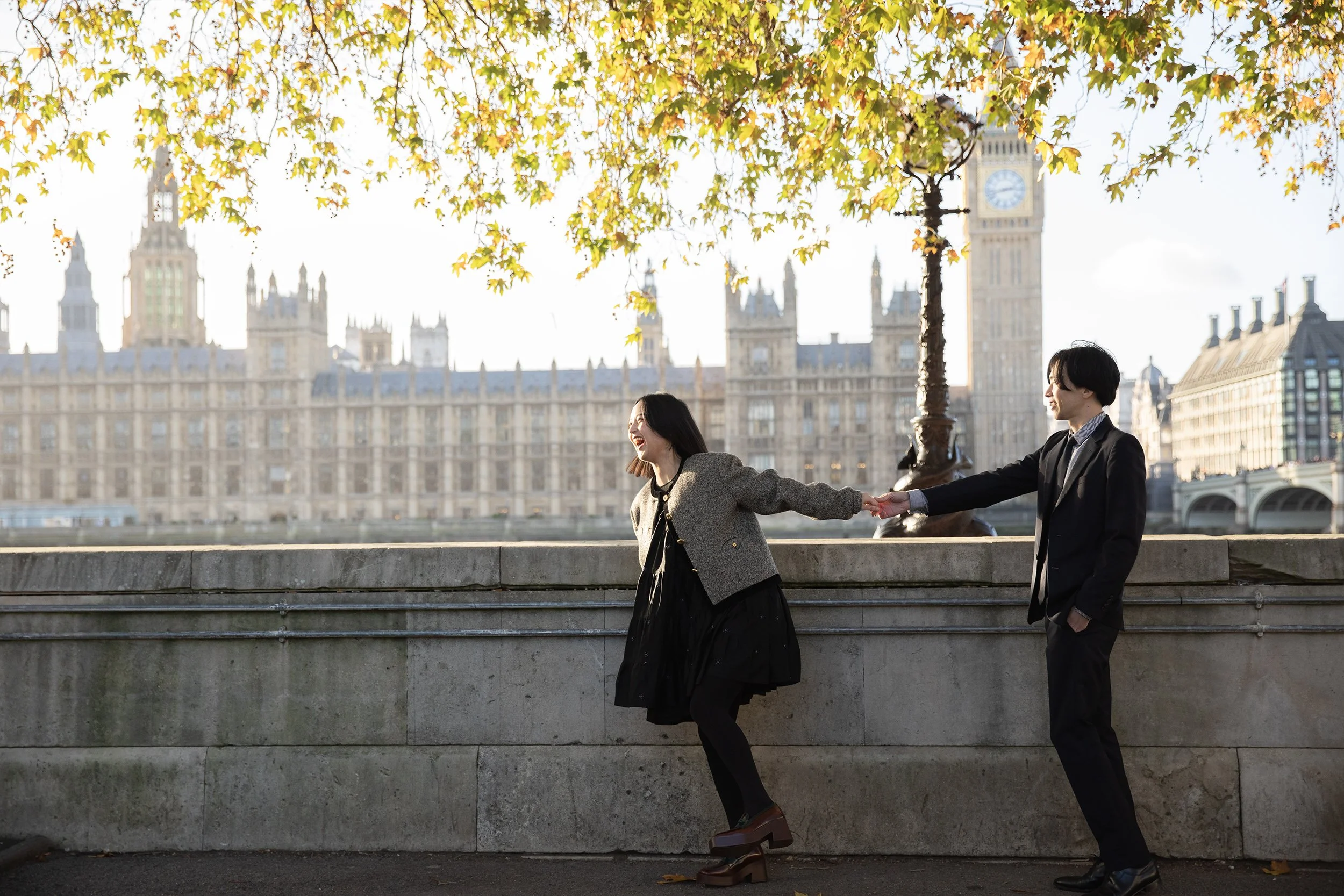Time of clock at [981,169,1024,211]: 2:42
